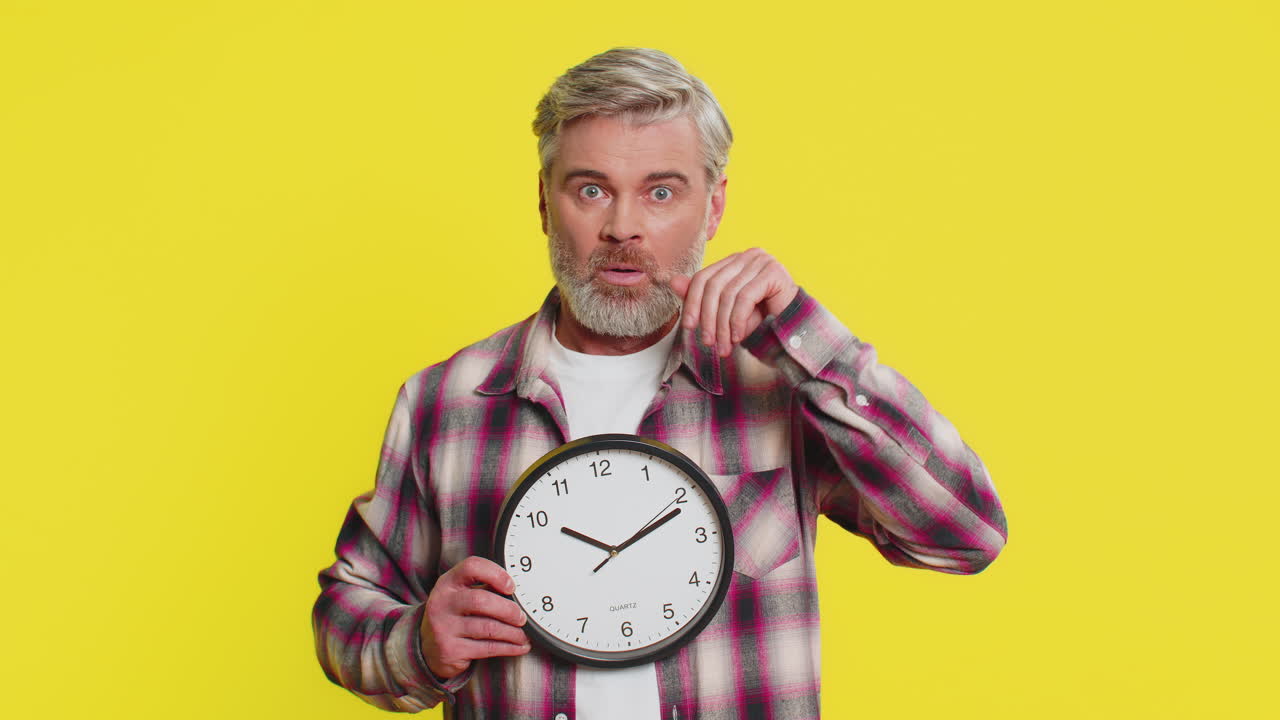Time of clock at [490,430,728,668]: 10:11
